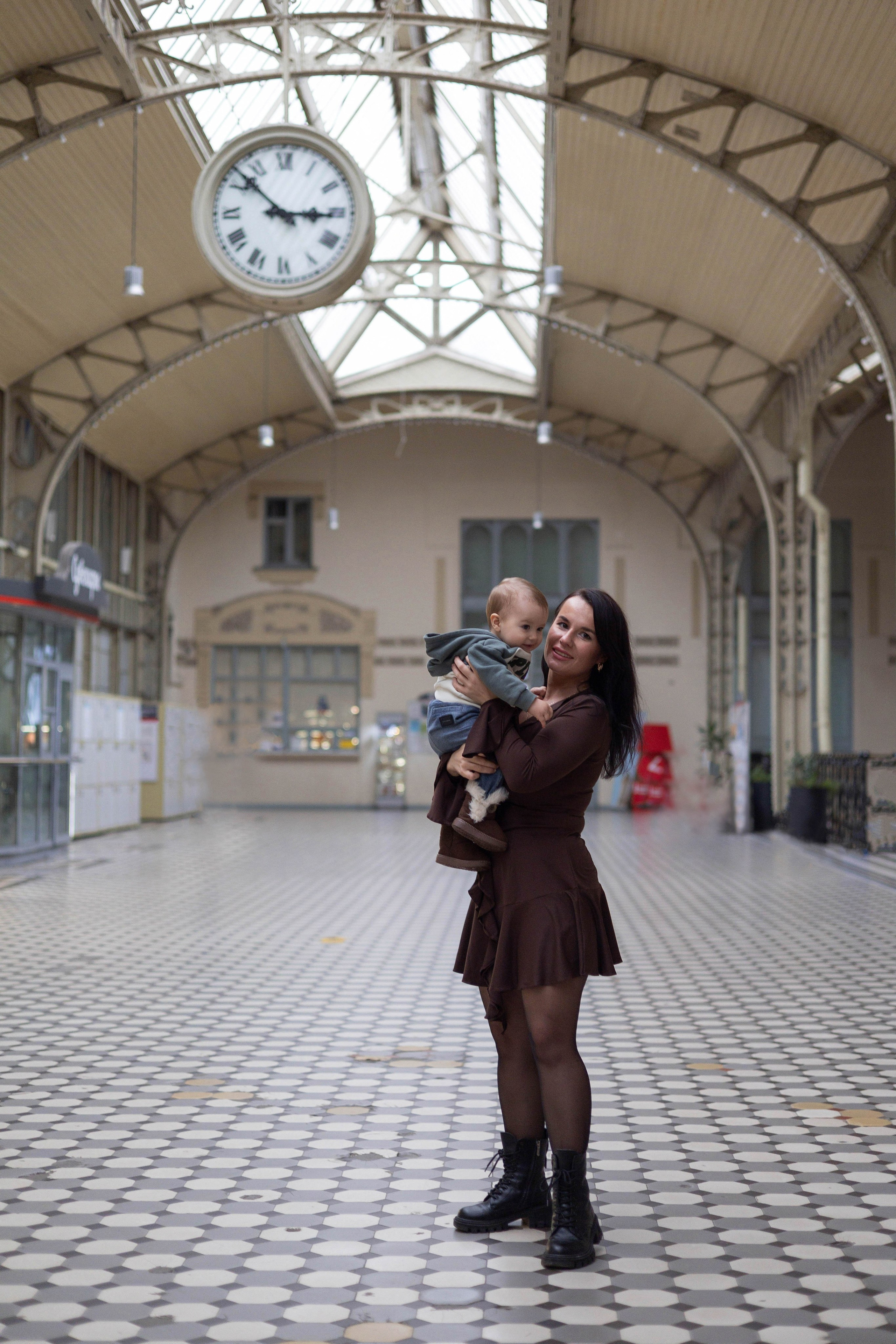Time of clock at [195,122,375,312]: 2:52
